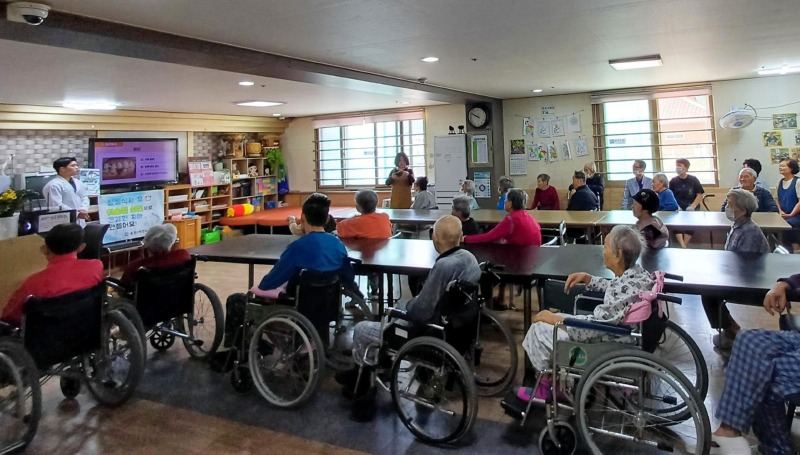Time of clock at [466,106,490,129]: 9:50
